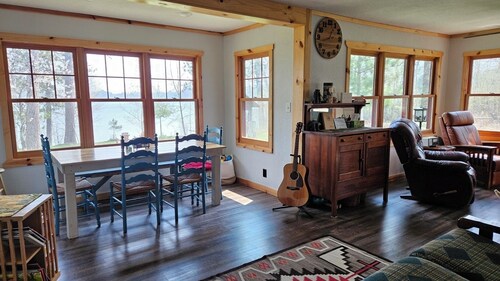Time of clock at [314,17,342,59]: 12:42
